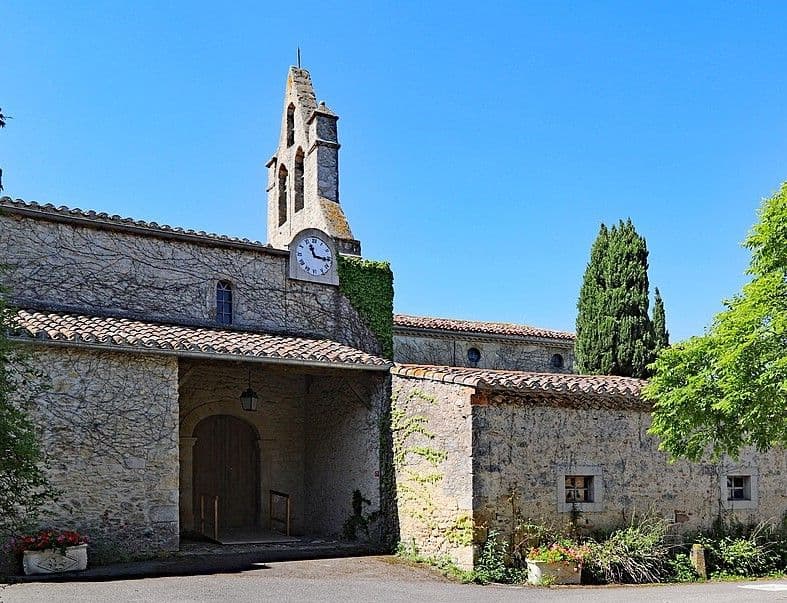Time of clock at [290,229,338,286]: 11:15
